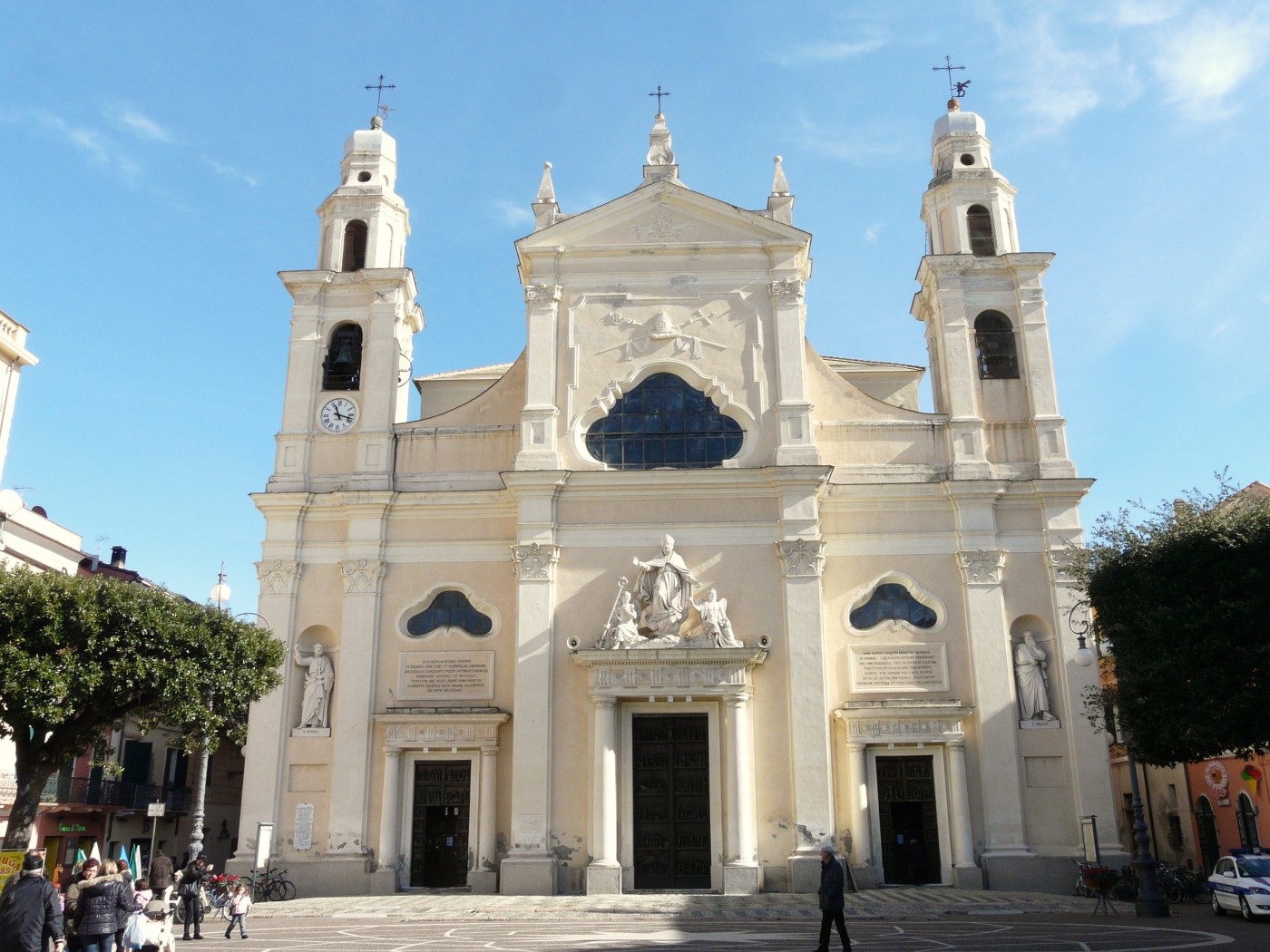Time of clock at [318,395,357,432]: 11:17
